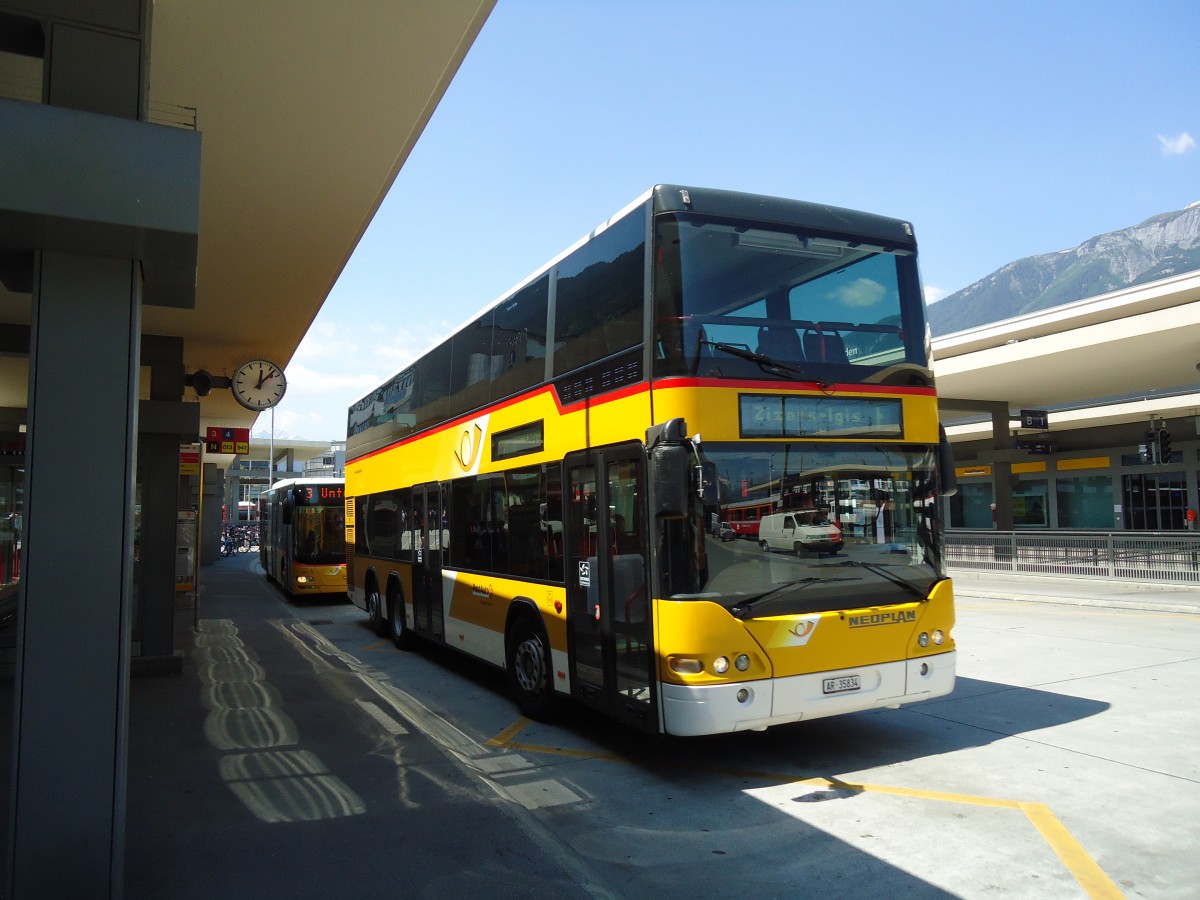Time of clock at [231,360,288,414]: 12:07
